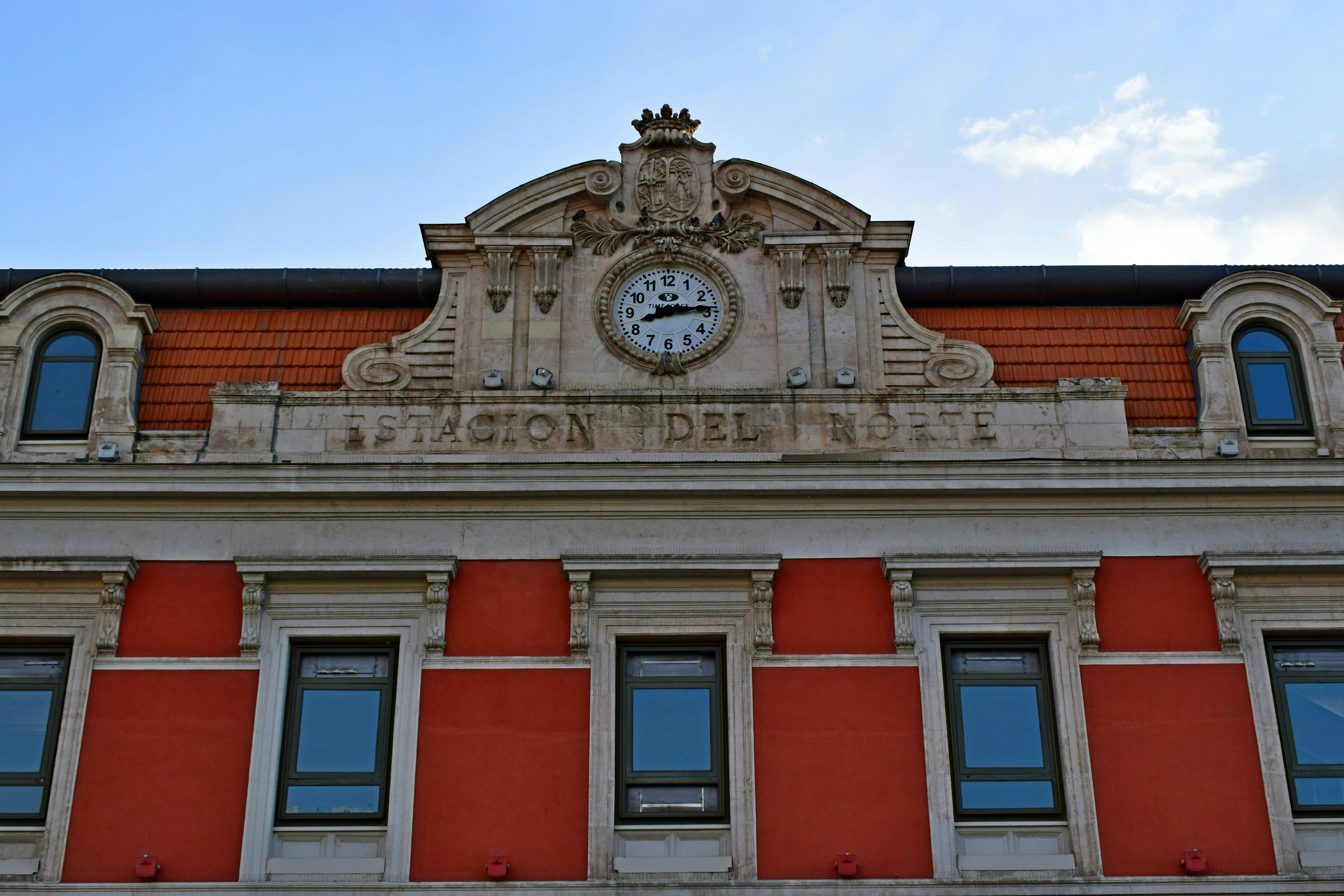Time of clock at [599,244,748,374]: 8:14
